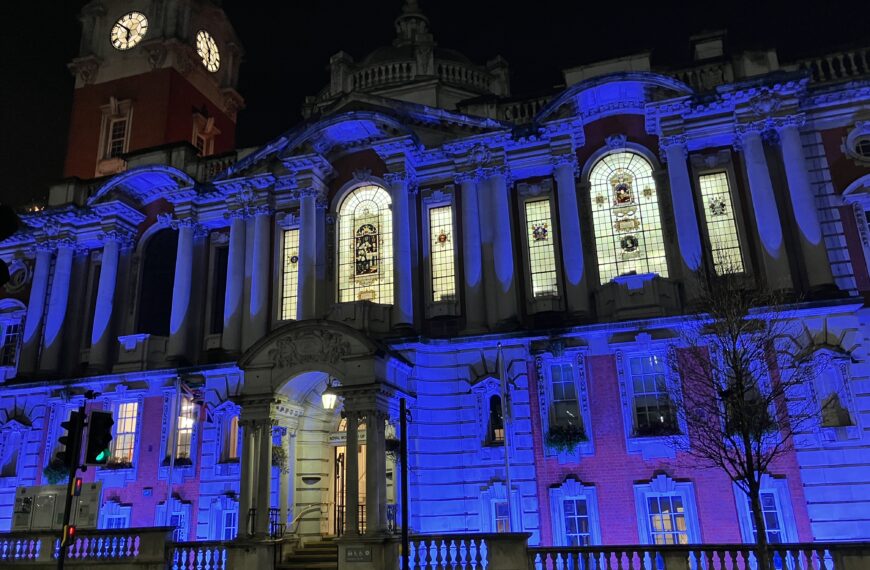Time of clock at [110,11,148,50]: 5:51
